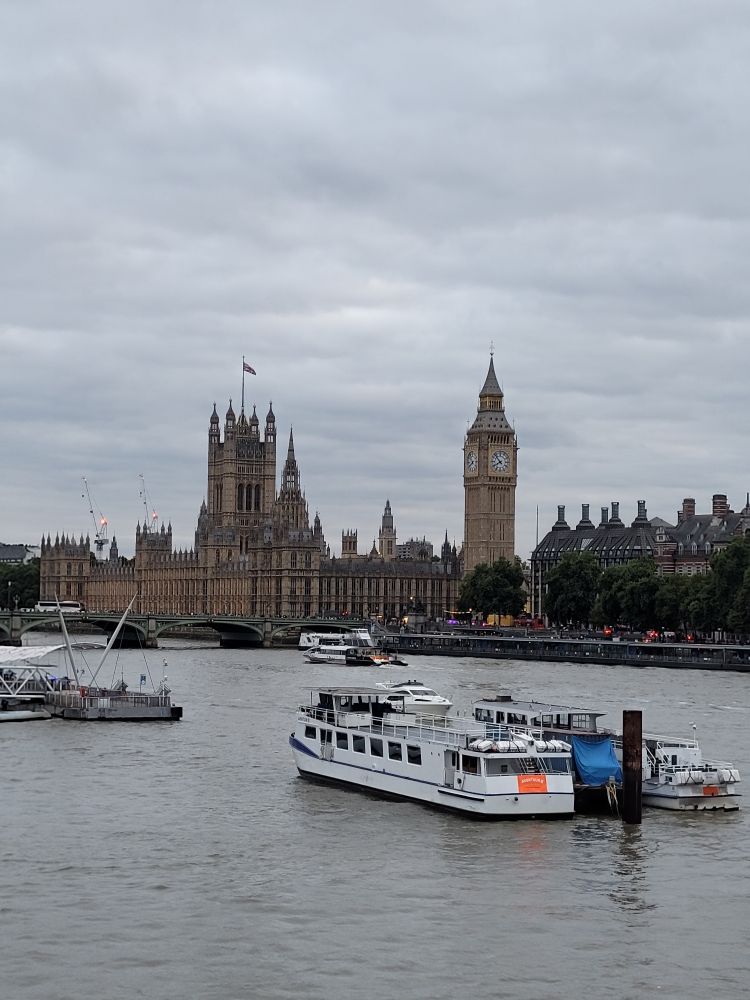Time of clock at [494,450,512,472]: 7:52
